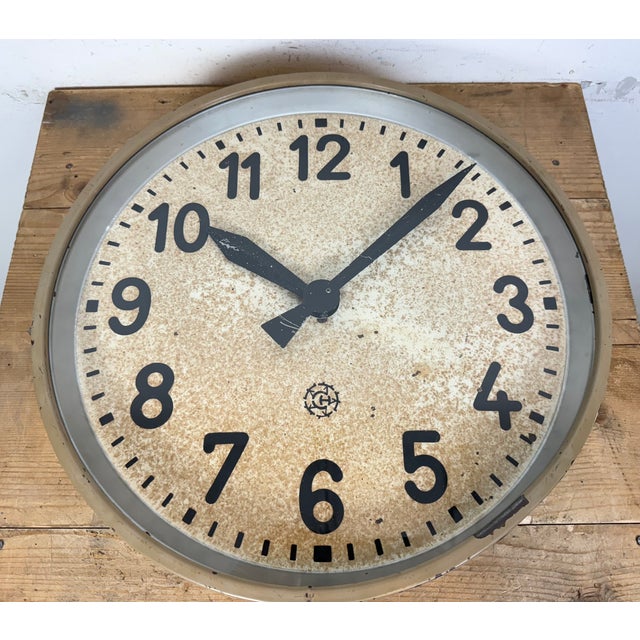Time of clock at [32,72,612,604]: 10:07
